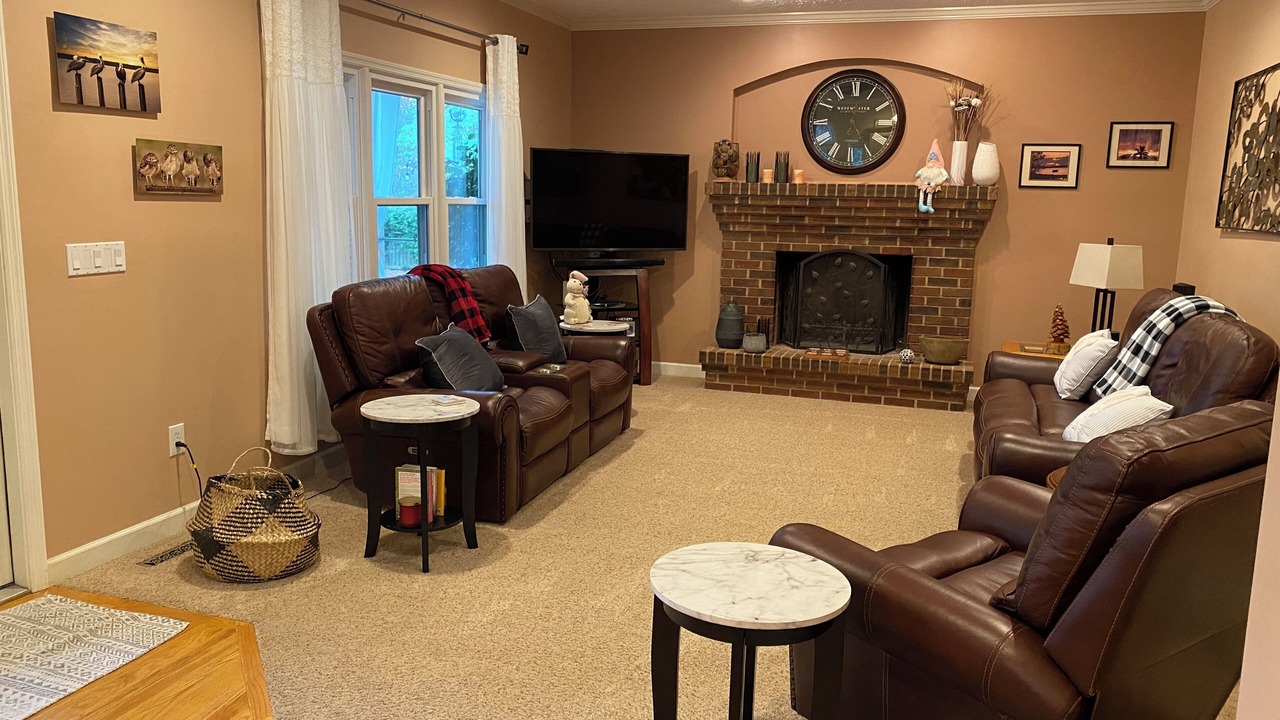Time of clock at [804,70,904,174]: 12:24
